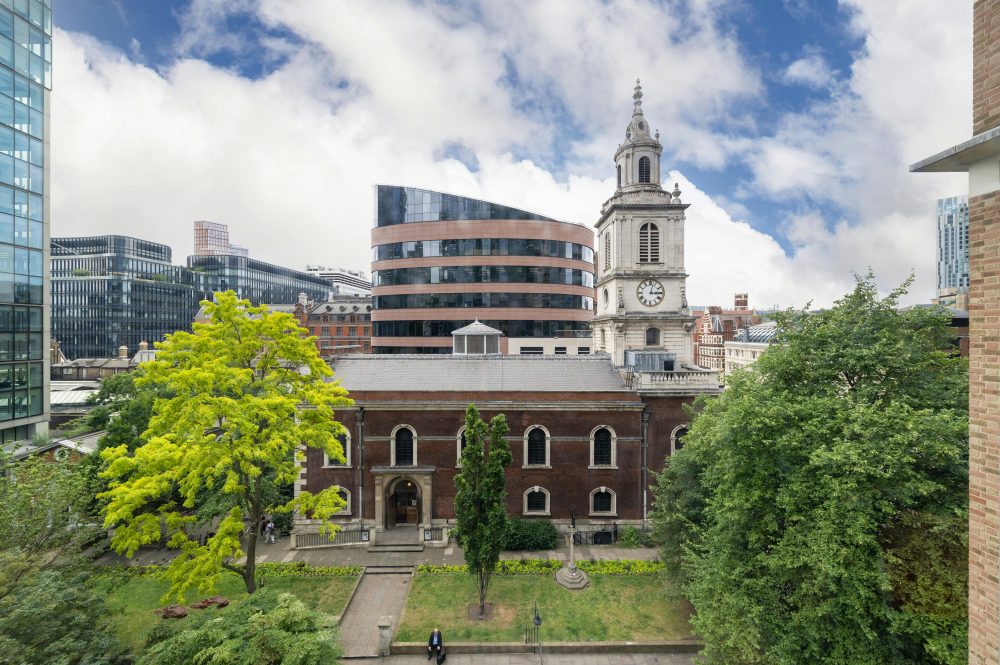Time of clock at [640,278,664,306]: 3:02
